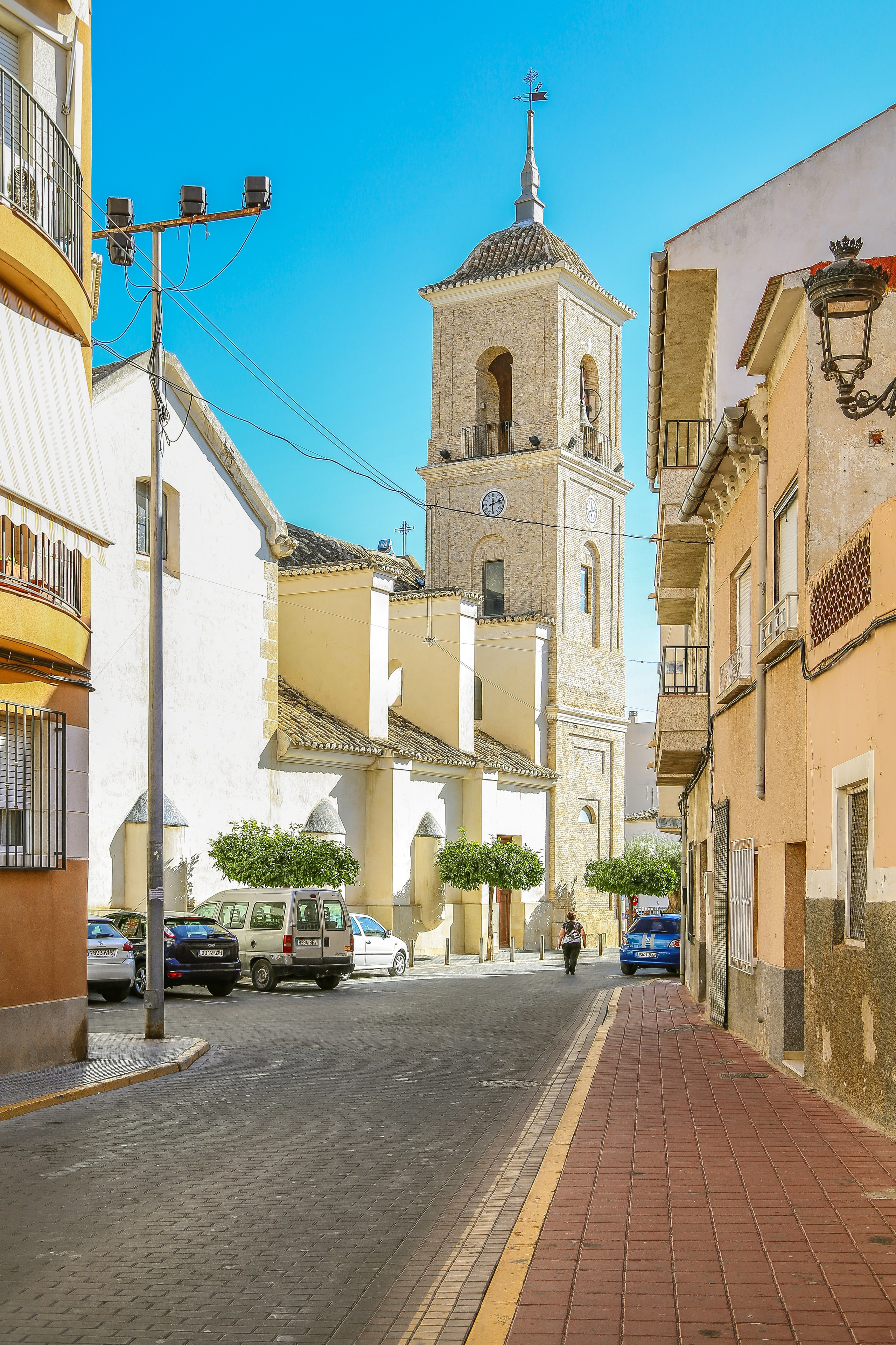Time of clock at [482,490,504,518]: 6:12
